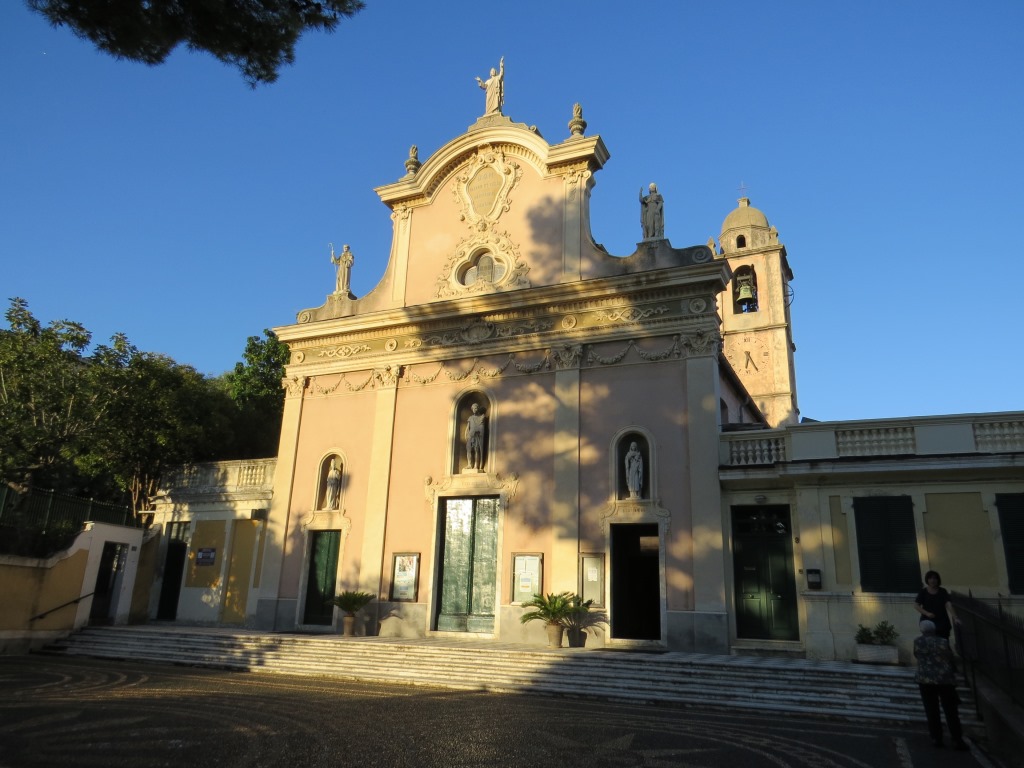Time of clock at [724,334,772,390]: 6:25
